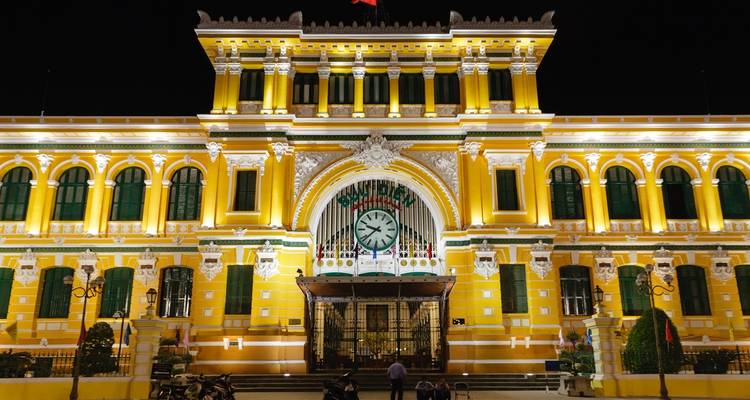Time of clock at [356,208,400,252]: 9:38
